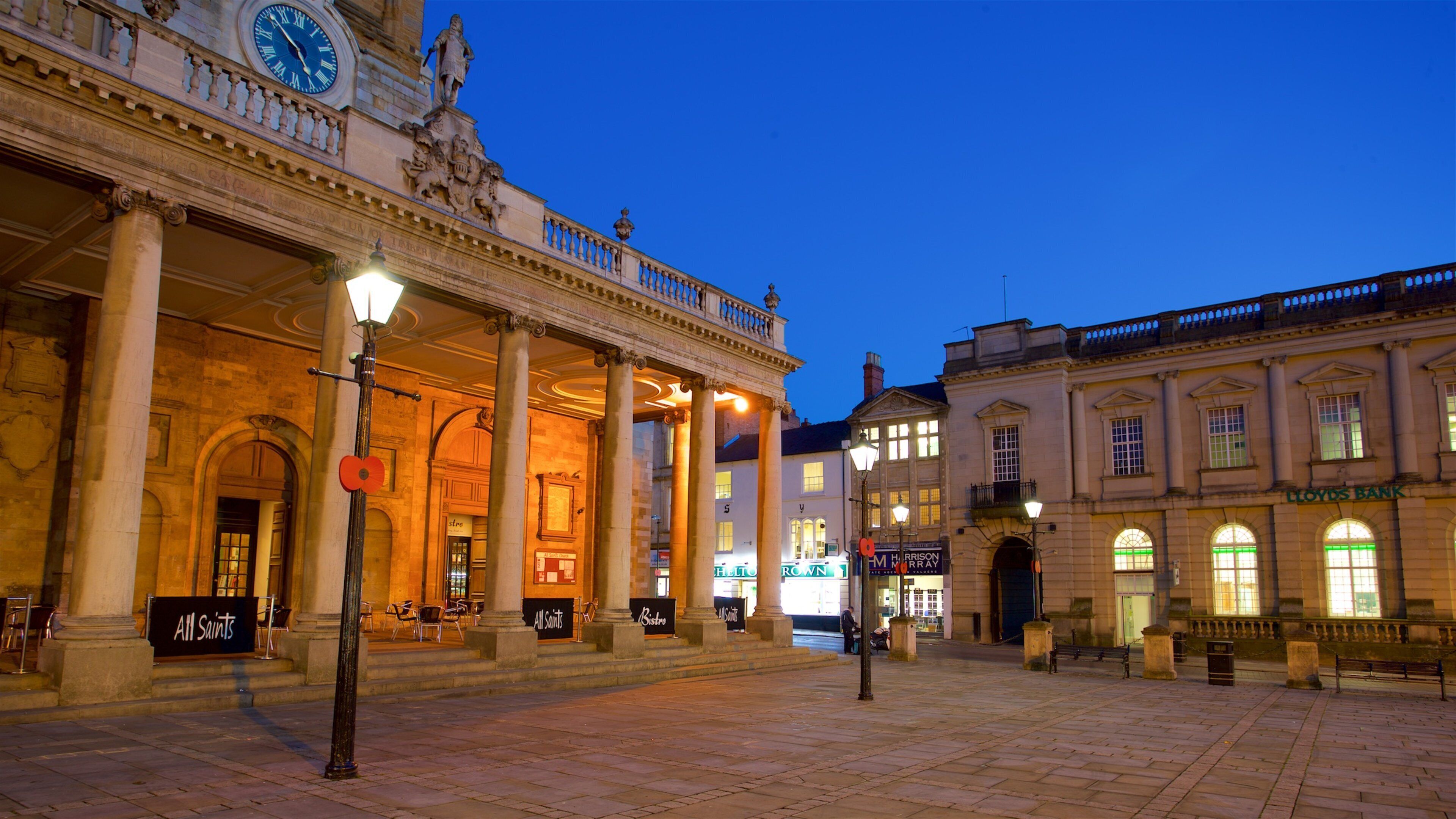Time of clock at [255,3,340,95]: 4:50
